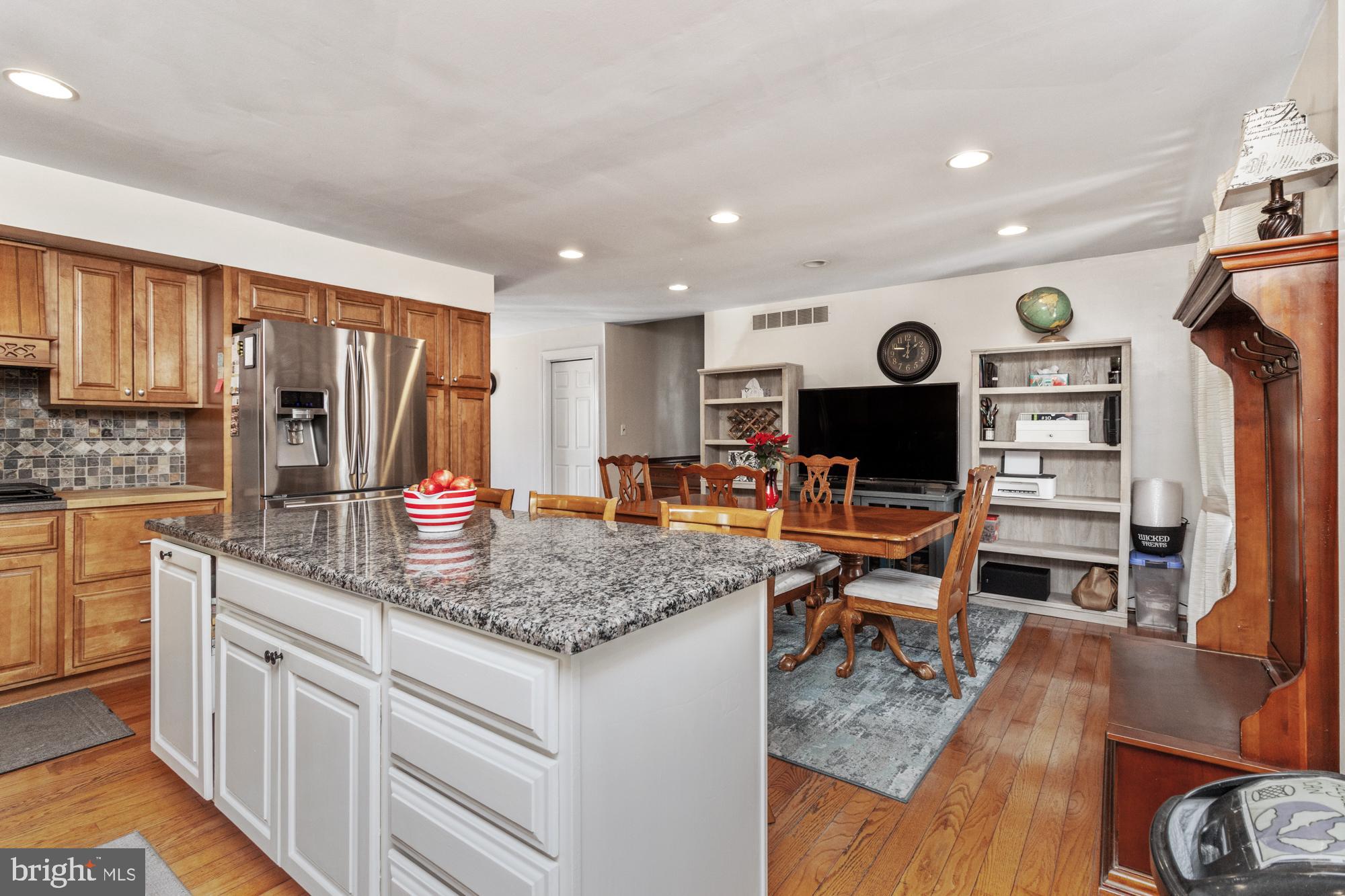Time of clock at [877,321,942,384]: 12:08
